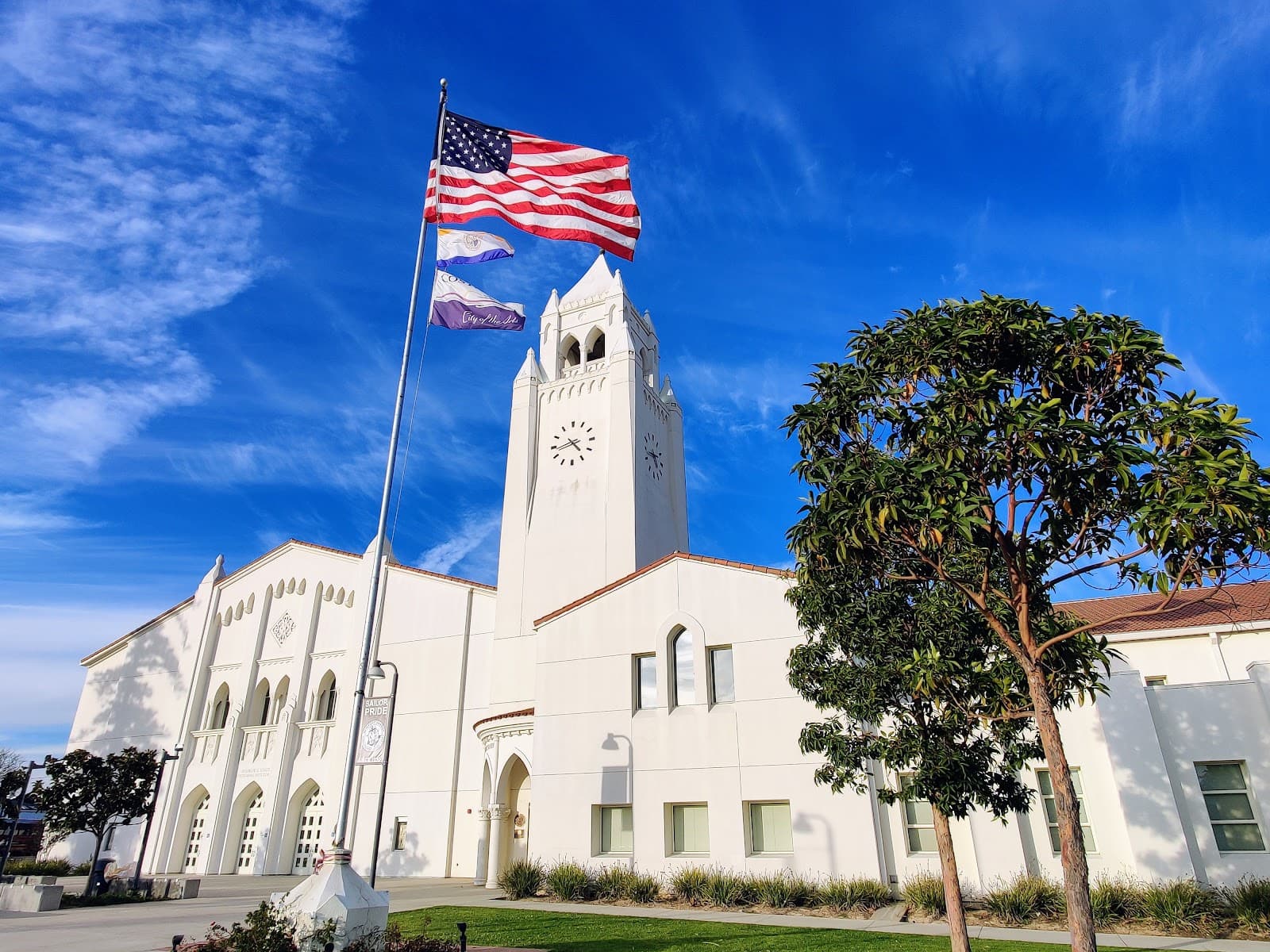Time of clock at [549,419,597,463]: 4:42
